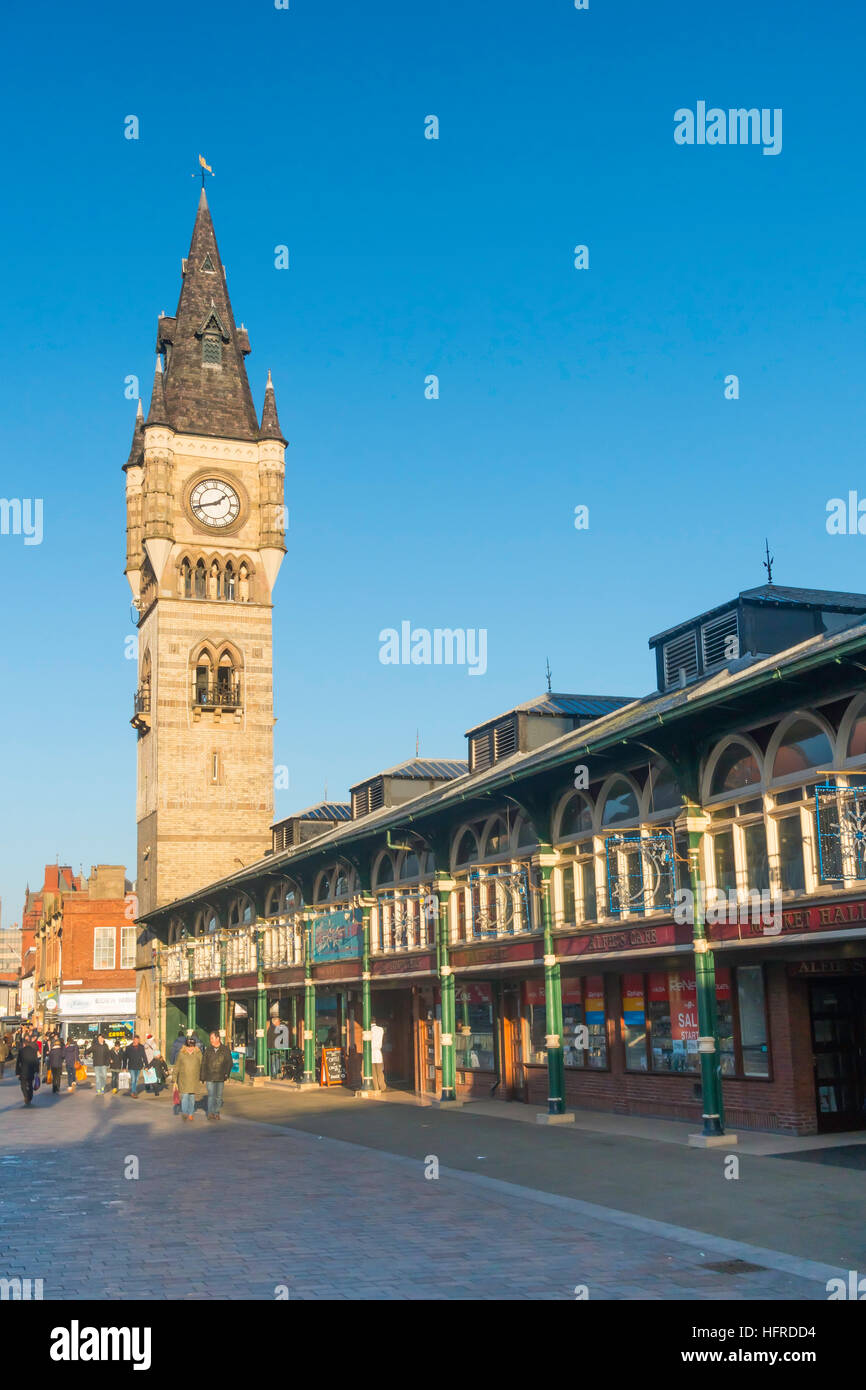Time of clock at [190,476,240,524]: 1:42
